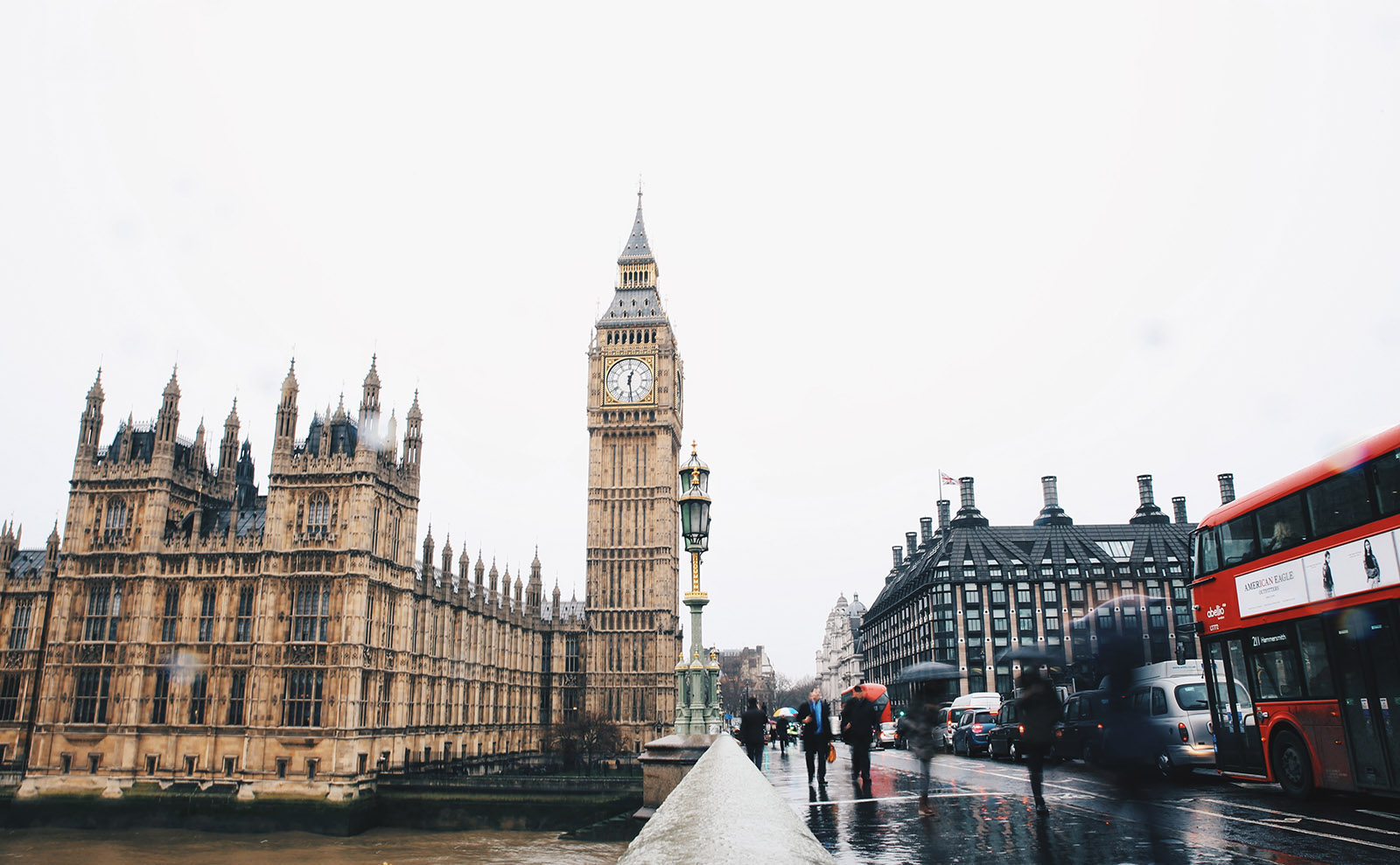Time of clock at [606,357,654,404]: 12:28
